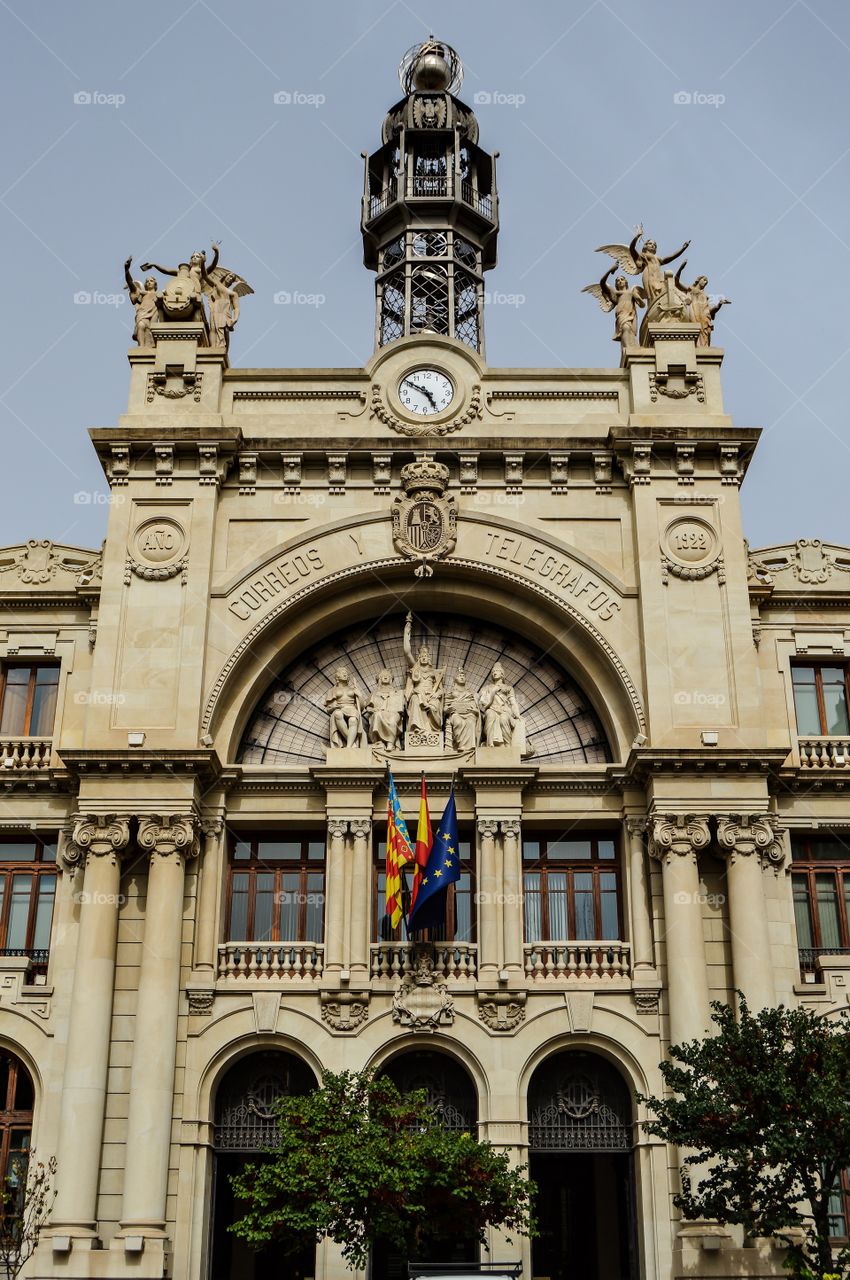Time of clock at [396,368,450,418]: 4:50
